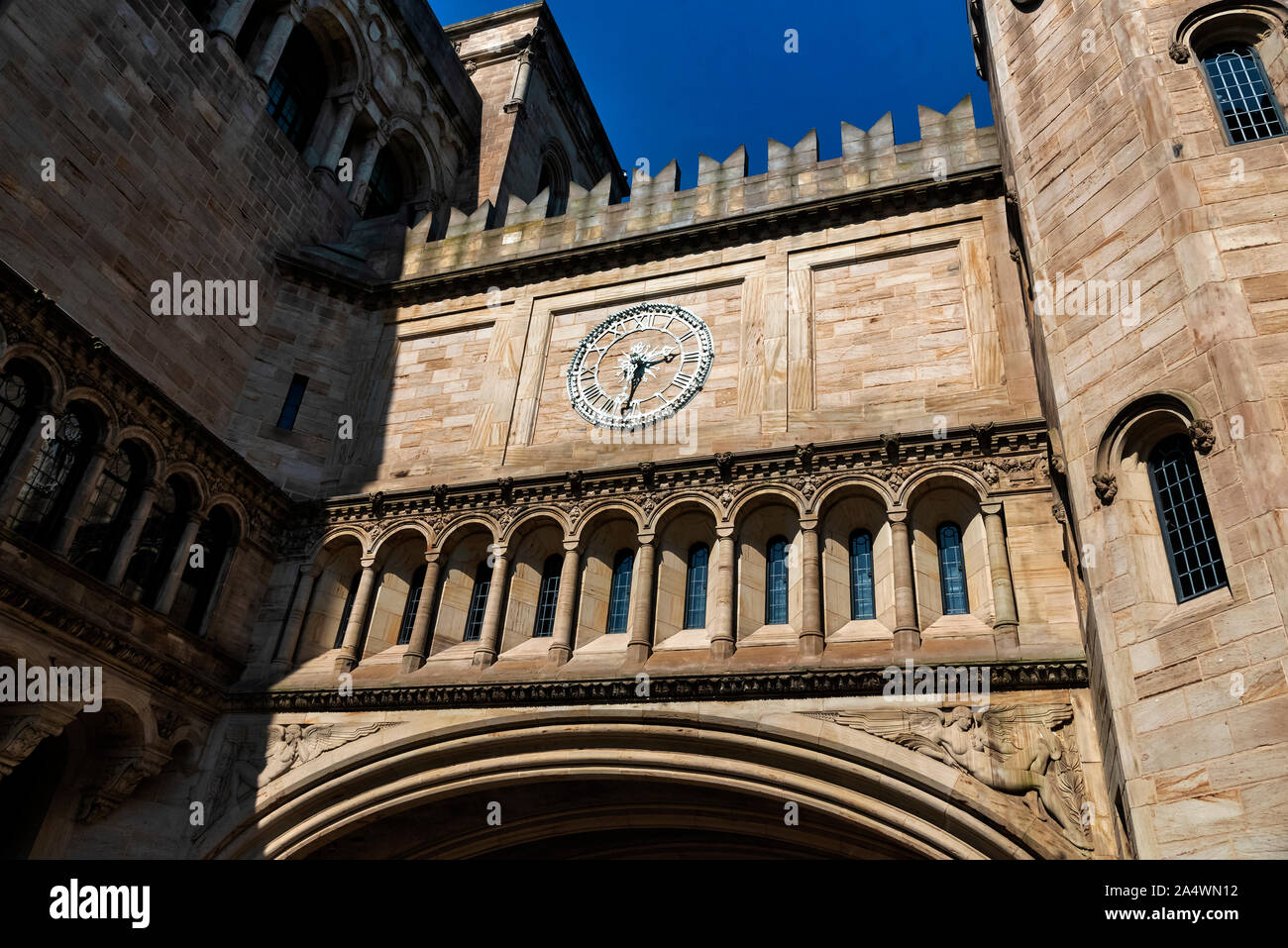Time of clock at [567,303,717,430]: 2:31
